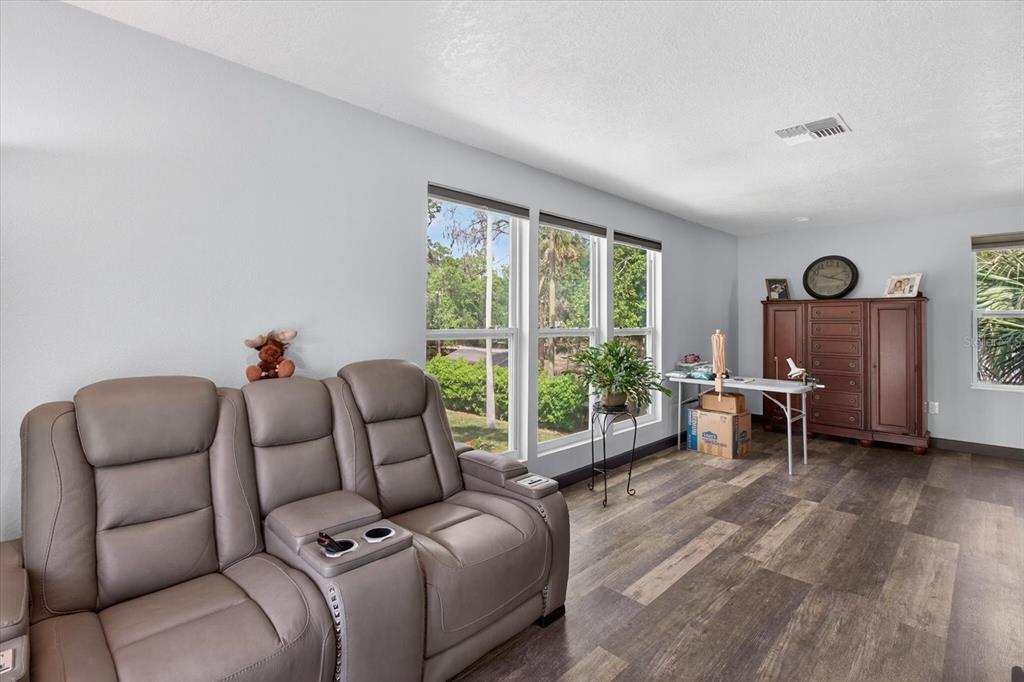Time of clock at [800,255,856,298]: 2:18
